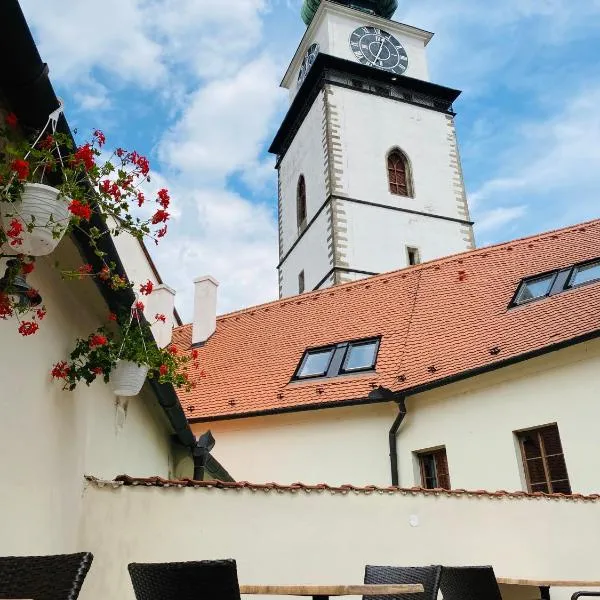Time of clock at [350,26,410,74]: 12:33
